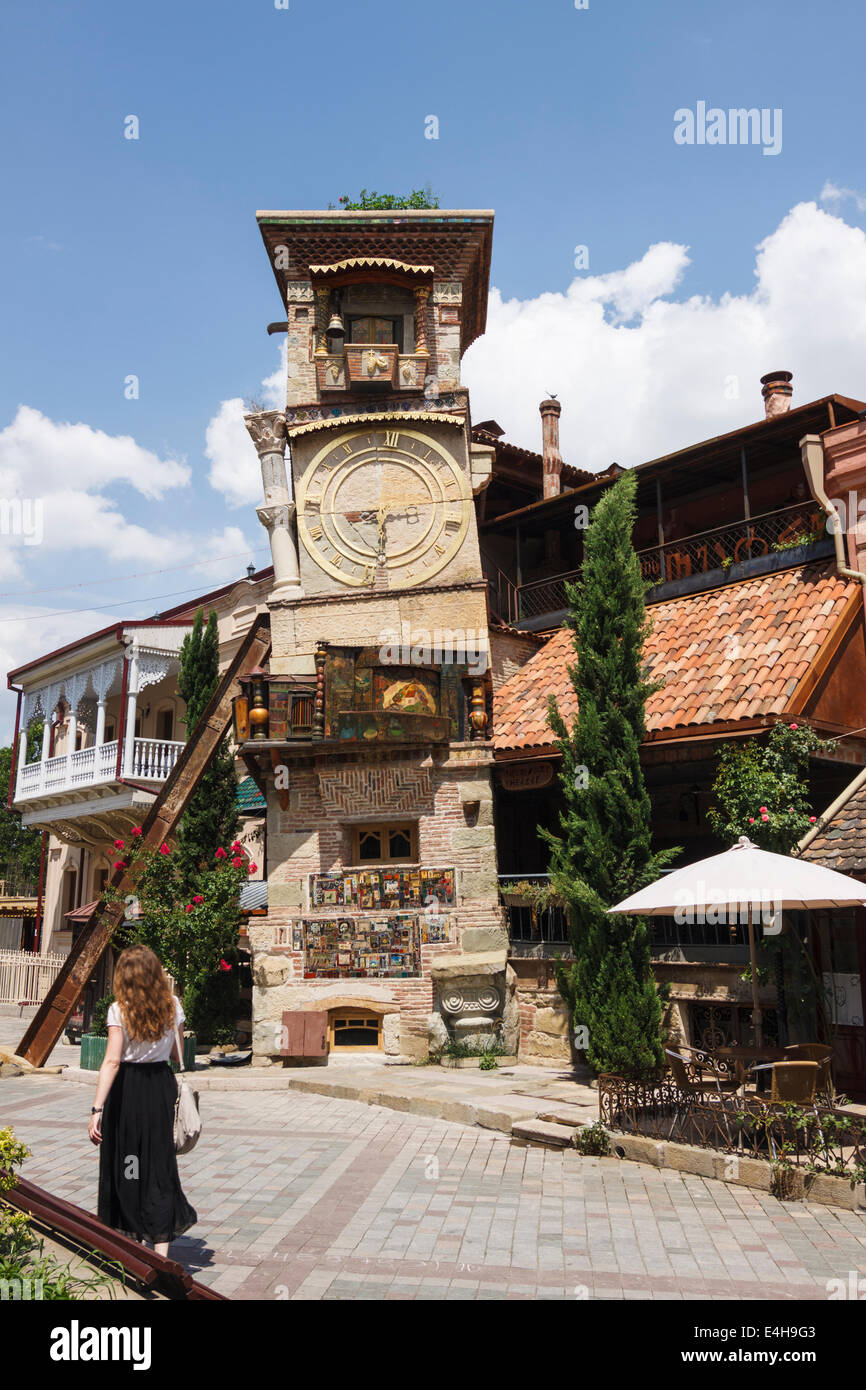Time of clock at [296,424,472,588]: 8:29
